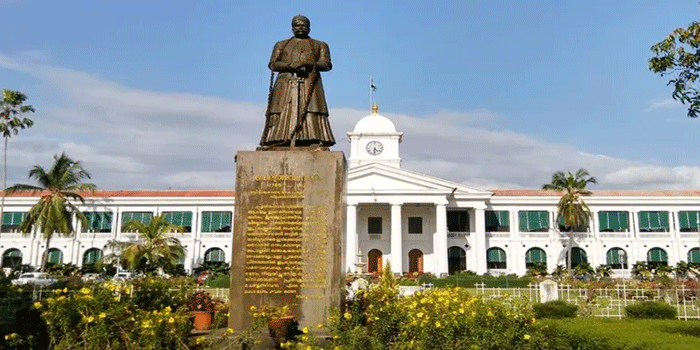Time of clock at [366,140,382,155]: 4:31
